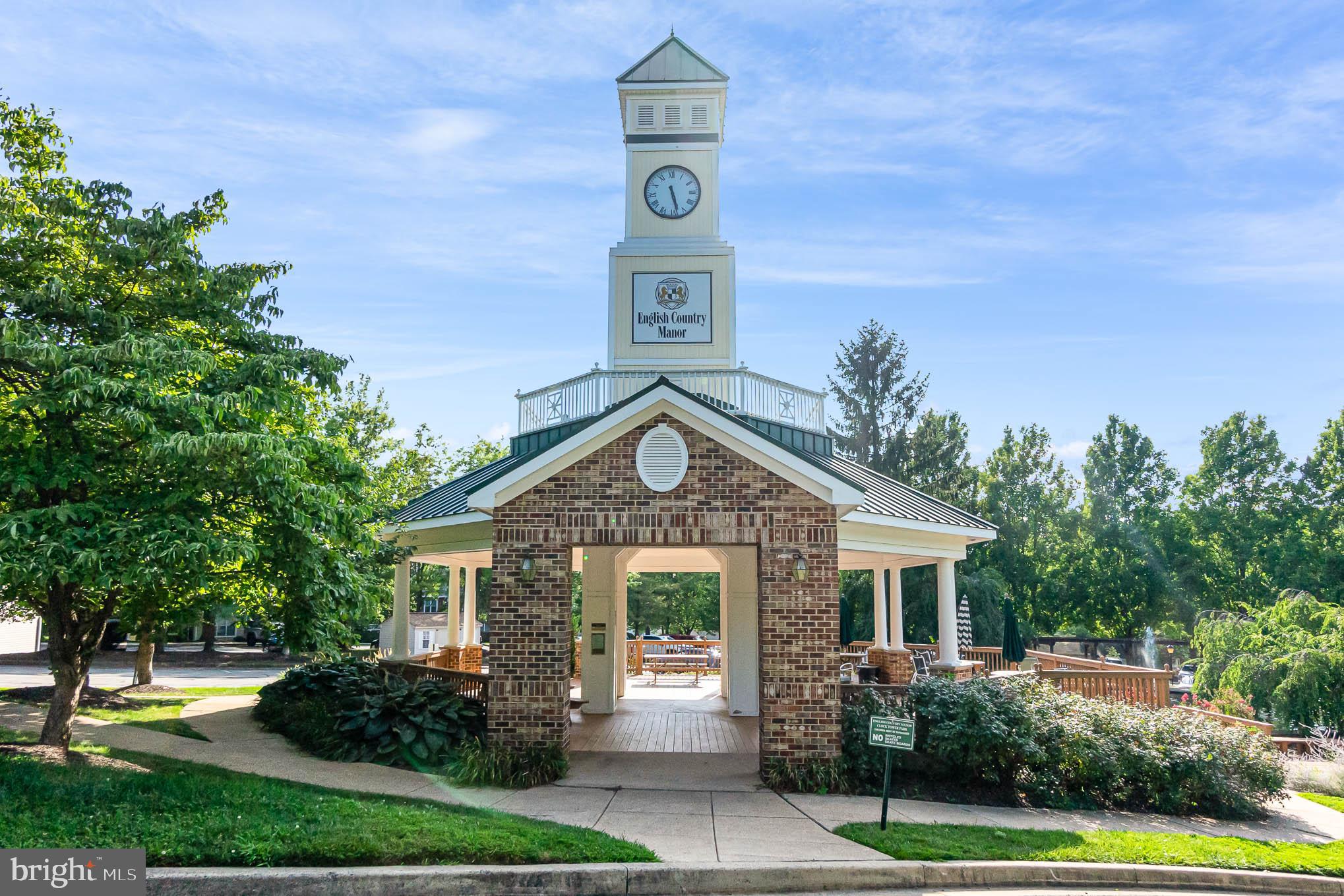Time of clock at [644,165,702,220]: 5:28
